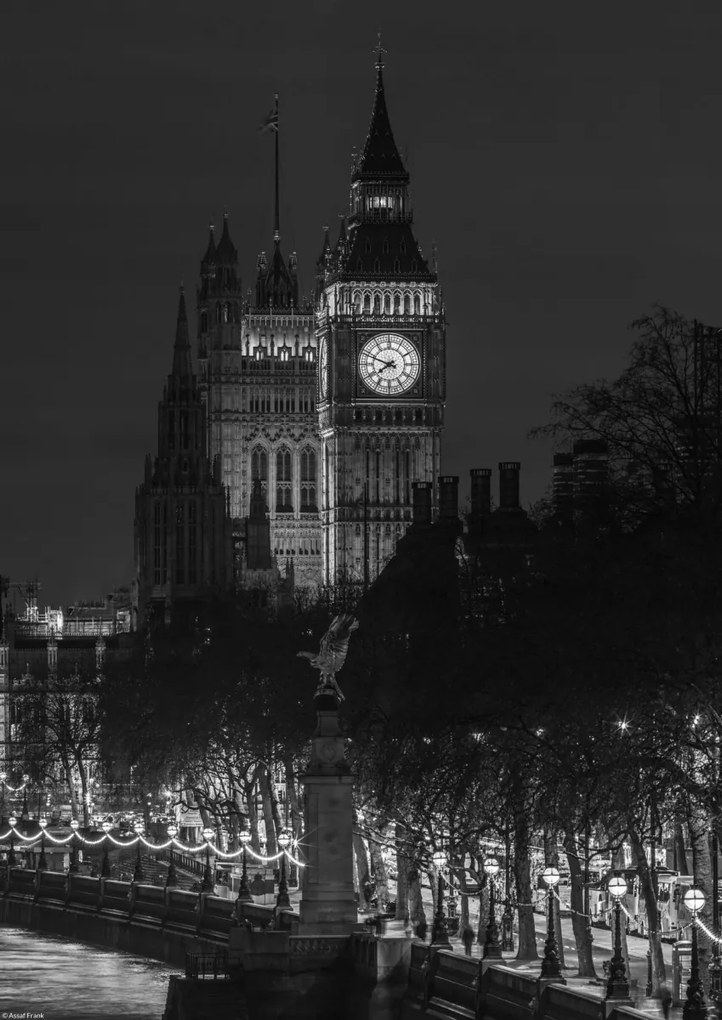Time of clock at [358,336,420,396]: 7:48
